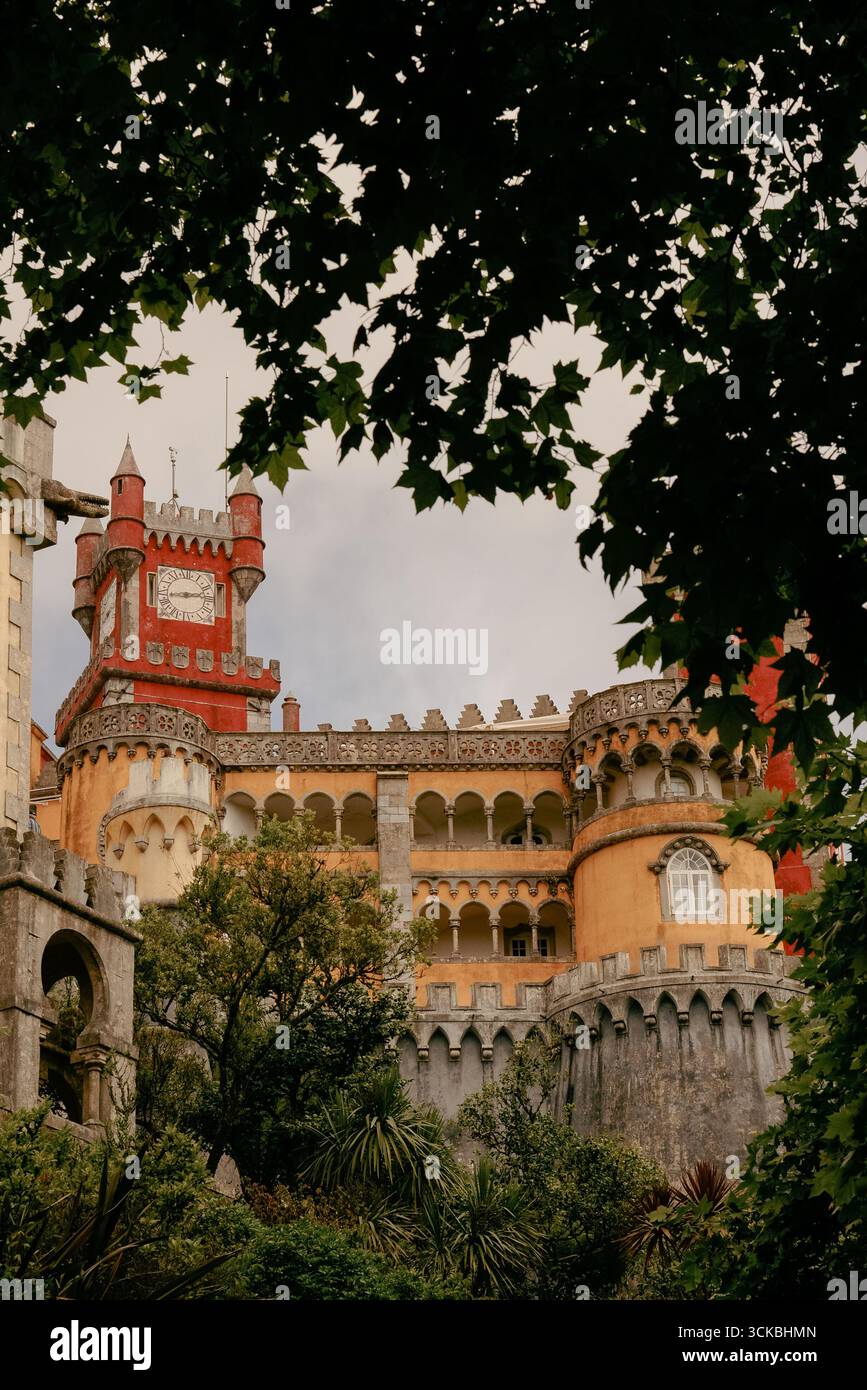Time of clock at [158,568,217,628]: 2:43
